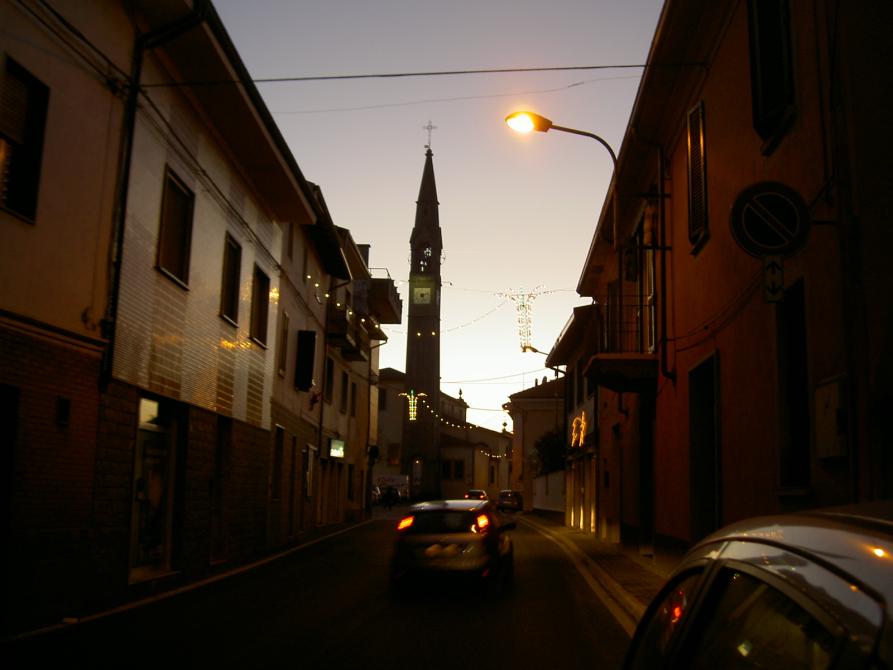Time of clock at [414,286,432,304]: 5:12
